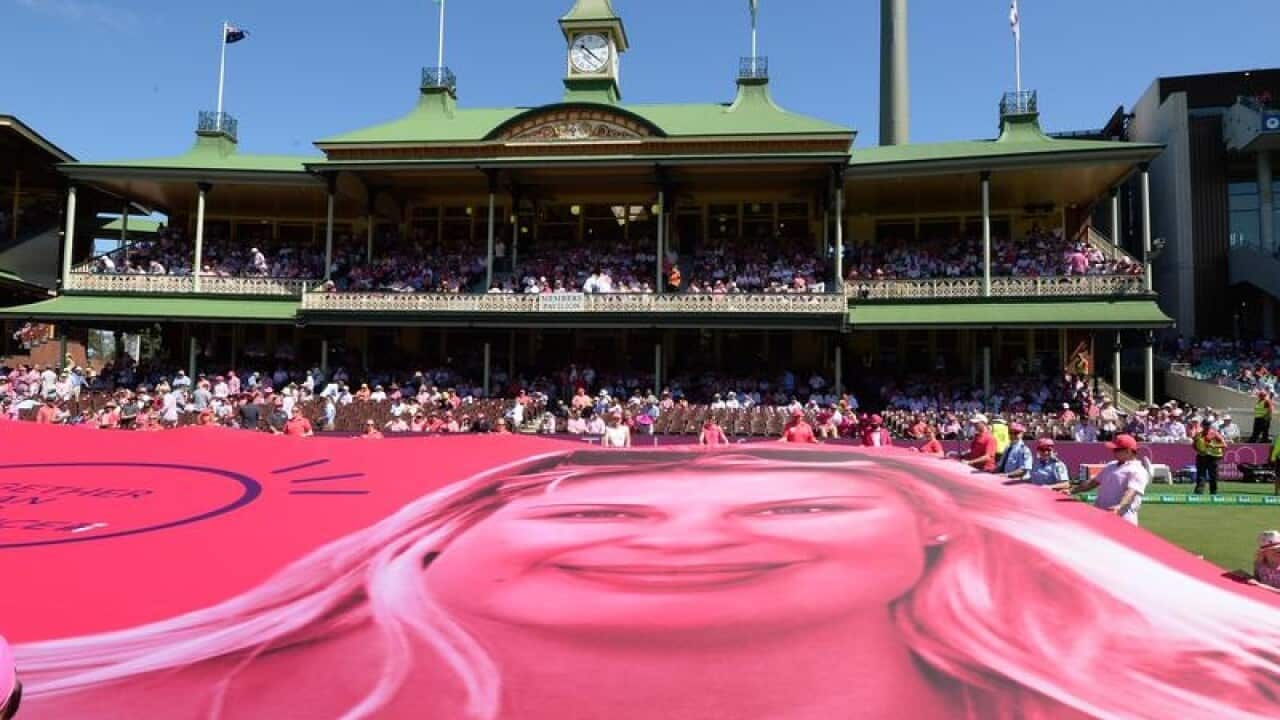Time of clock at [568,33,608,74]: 10:21
